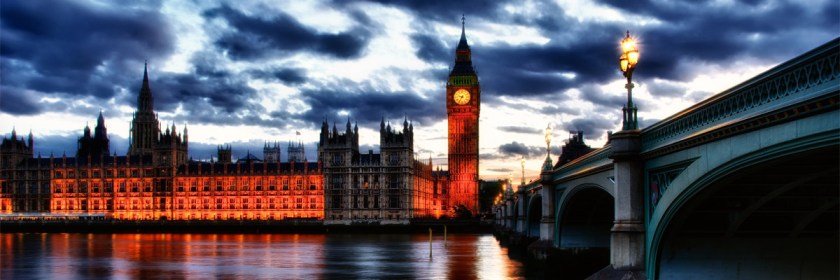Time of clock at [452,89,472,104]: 9:35
